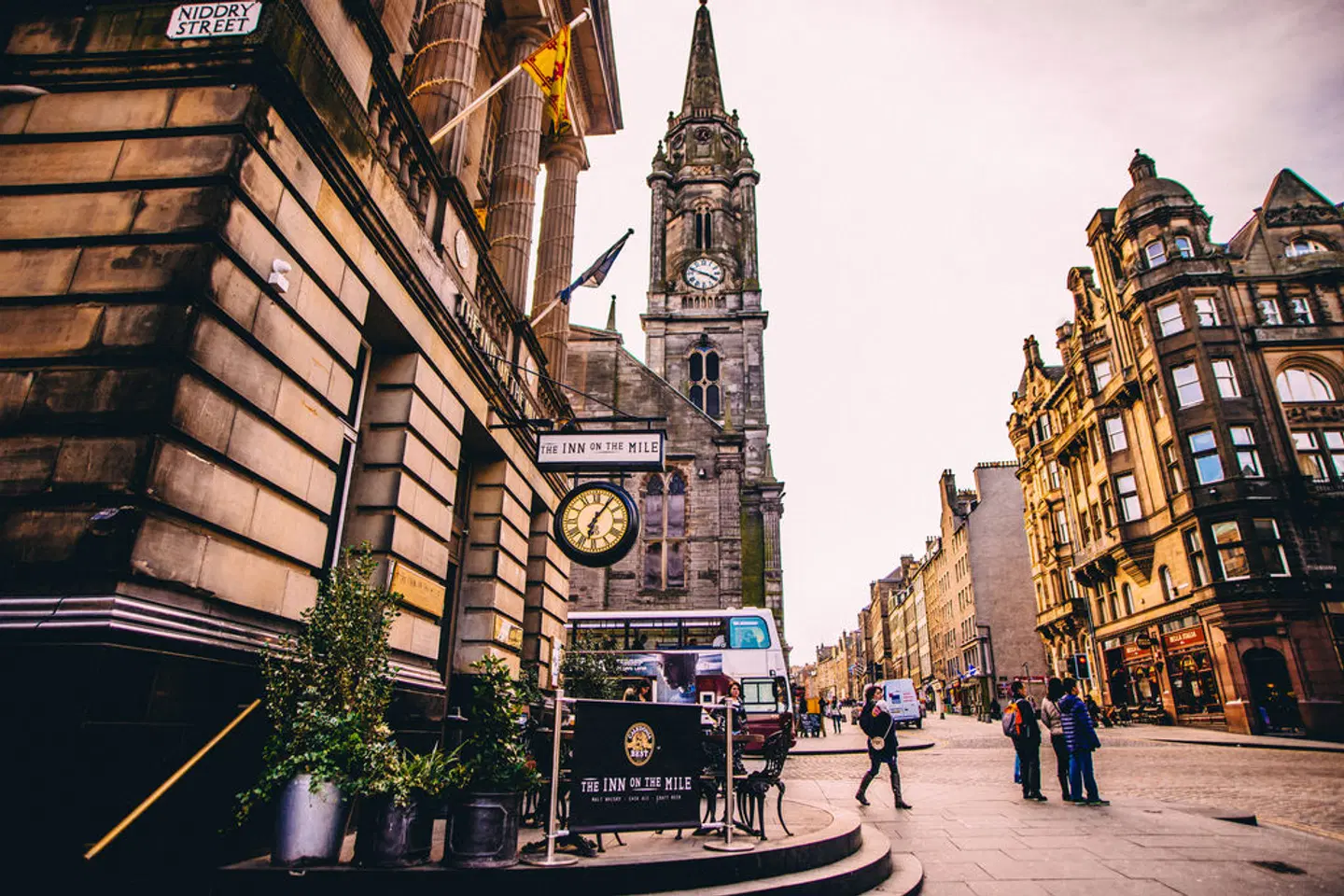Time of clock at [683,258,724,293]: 3:48
